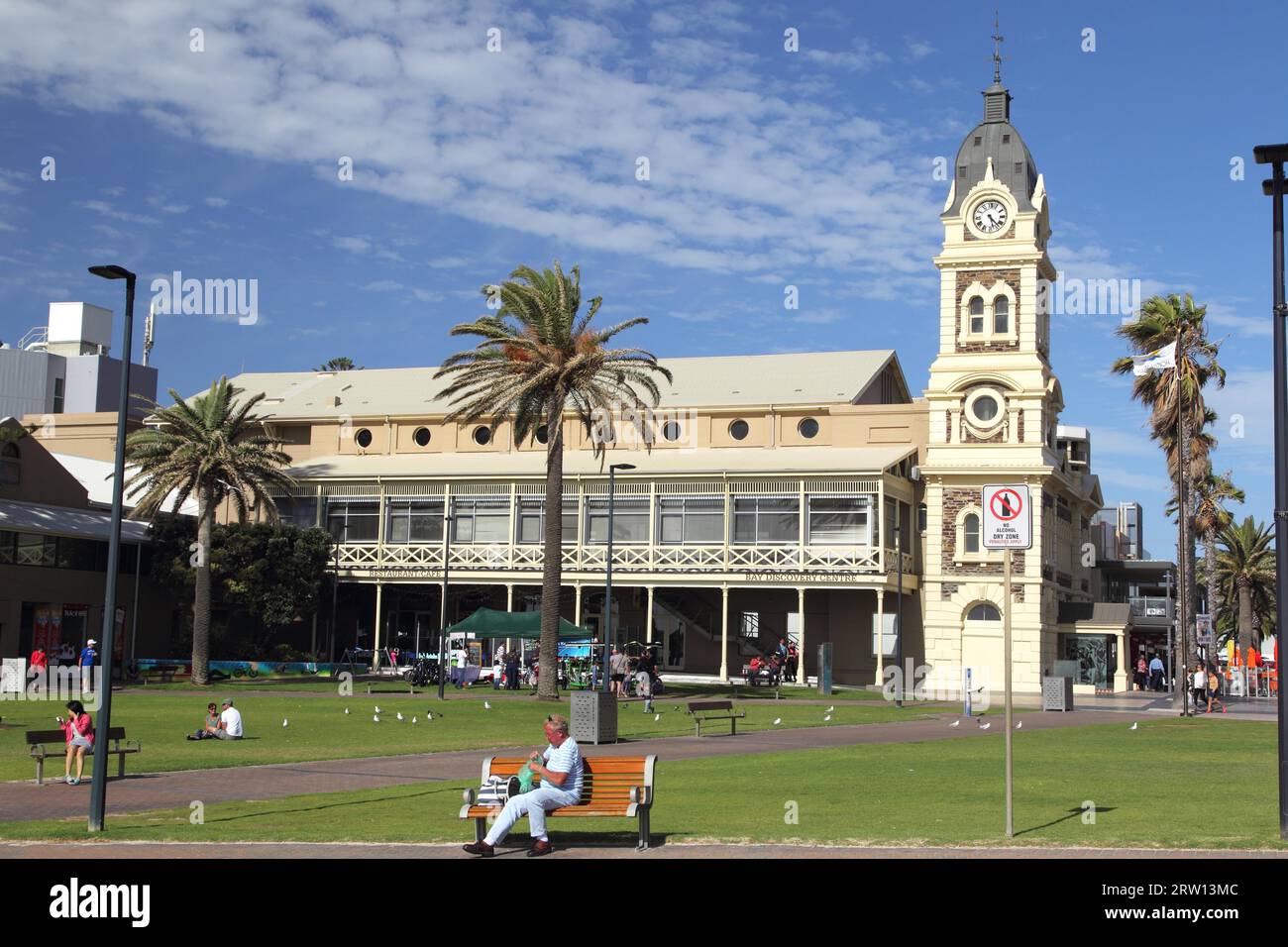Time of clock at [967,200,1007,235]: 4:27
